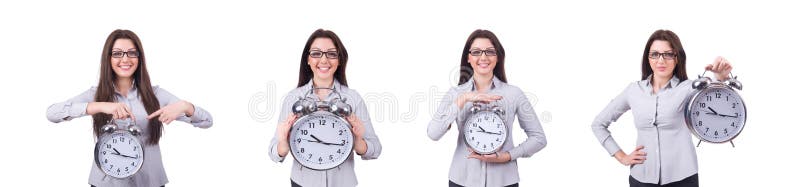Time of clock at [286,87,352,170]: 10:16
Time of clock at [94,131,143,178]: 10:15
